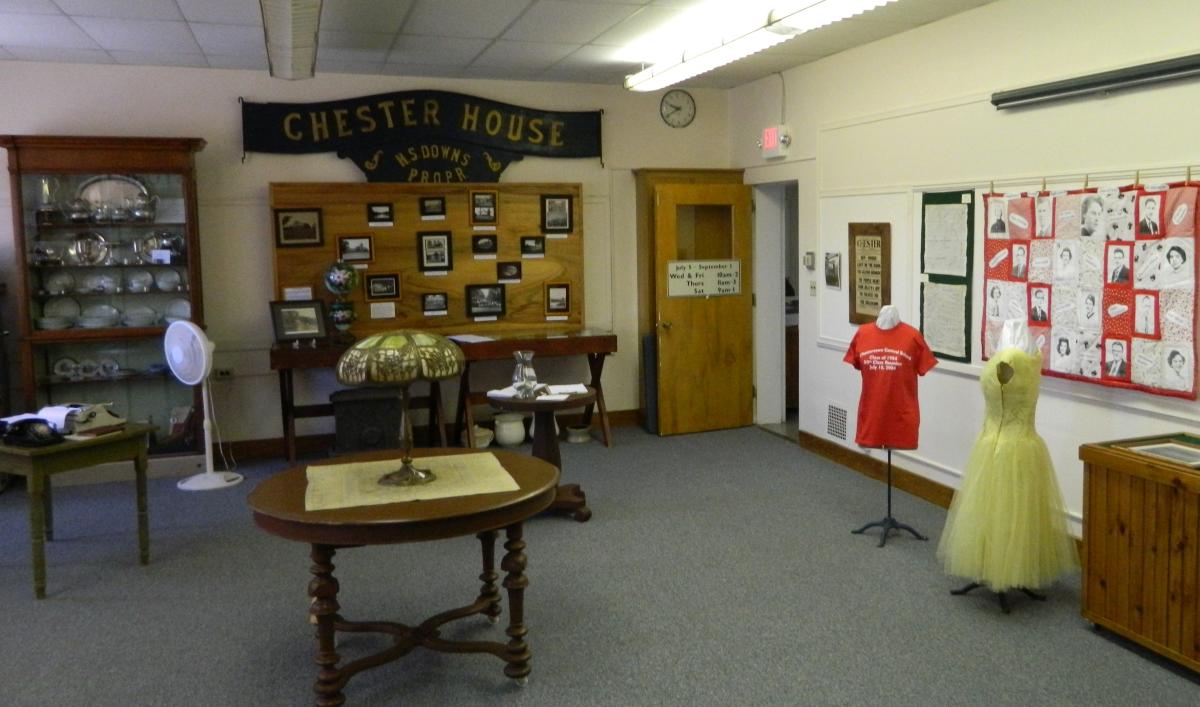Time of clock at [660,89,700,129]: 9:40
